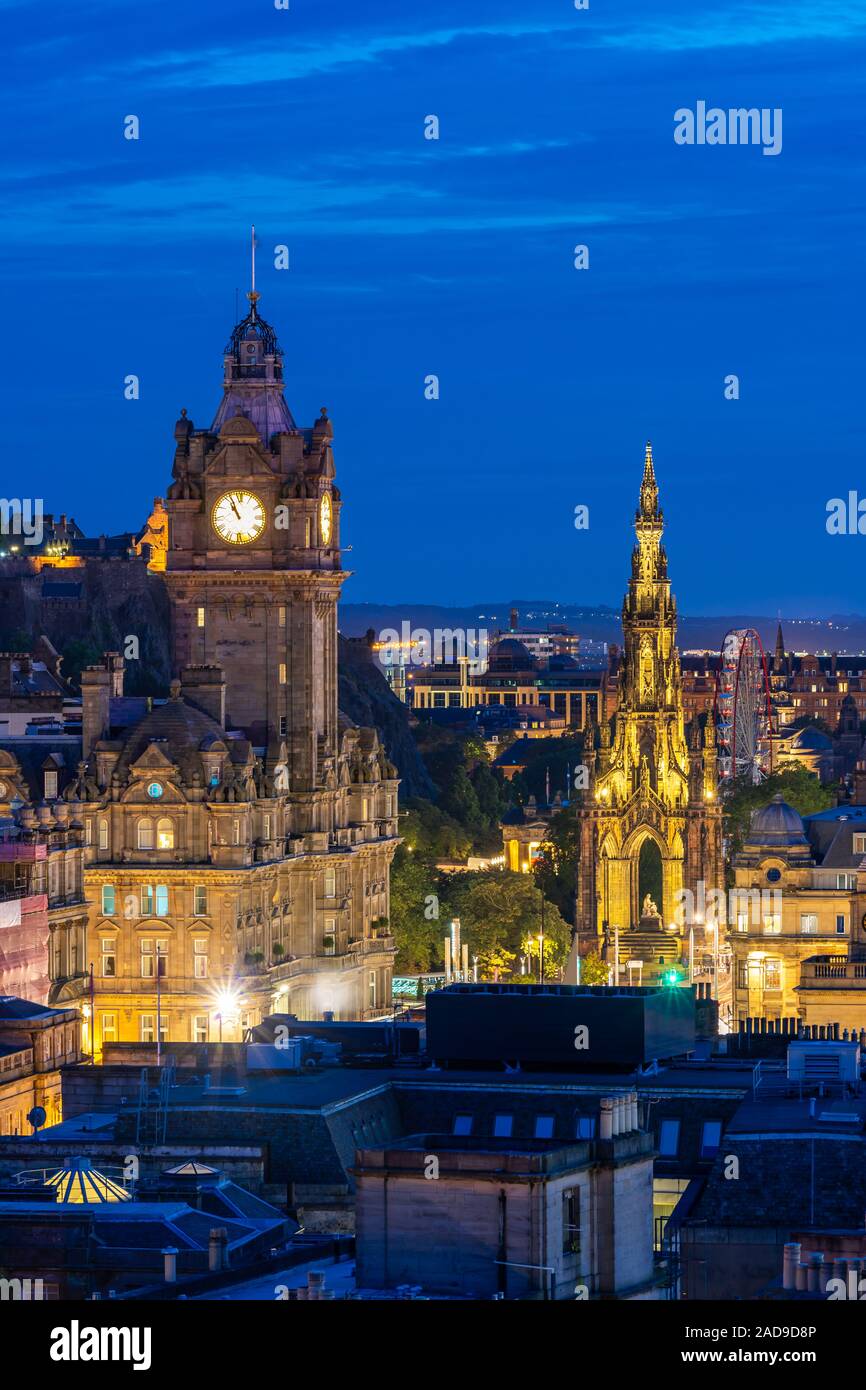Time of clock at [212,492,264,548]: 10:56
